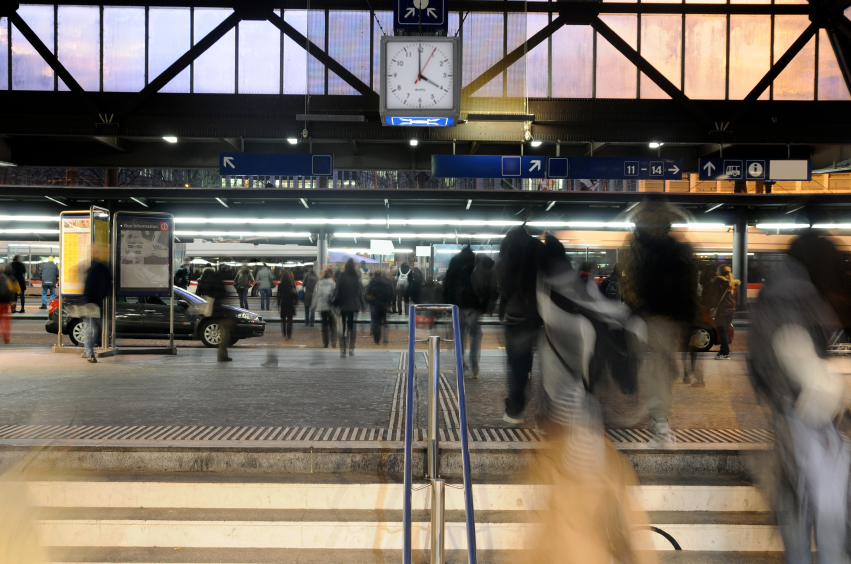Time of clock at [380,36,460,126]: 4:00
